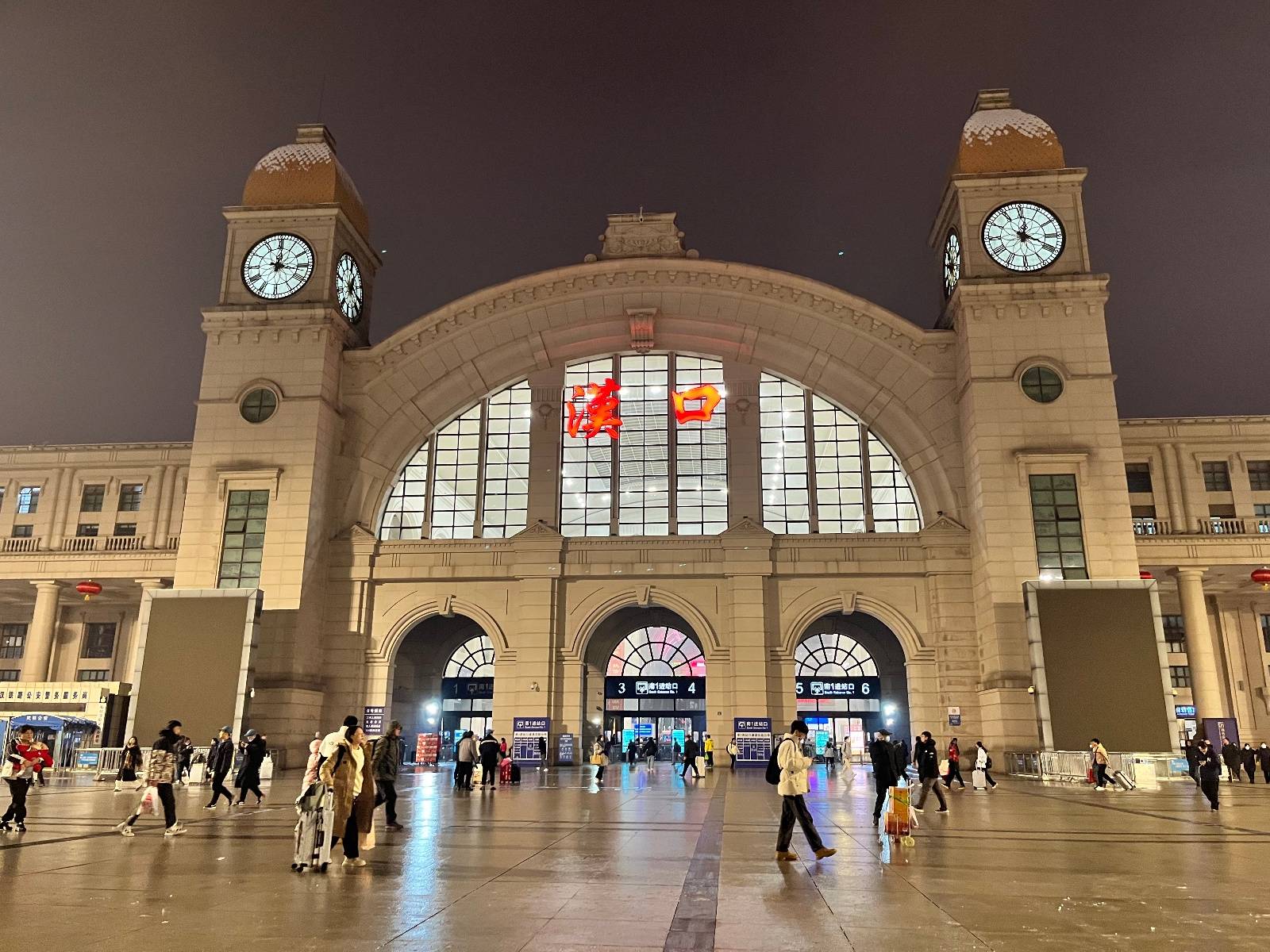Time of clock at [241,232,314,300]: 12:16
